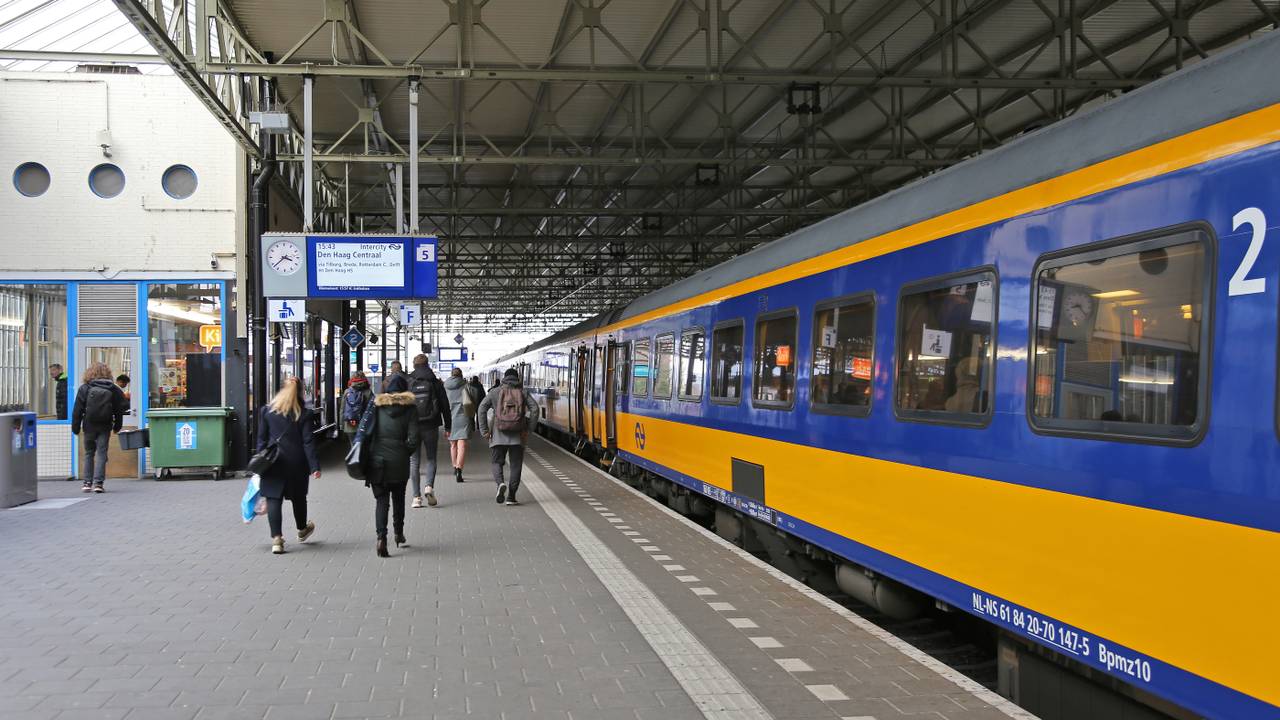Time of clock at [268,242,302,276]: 3:38
